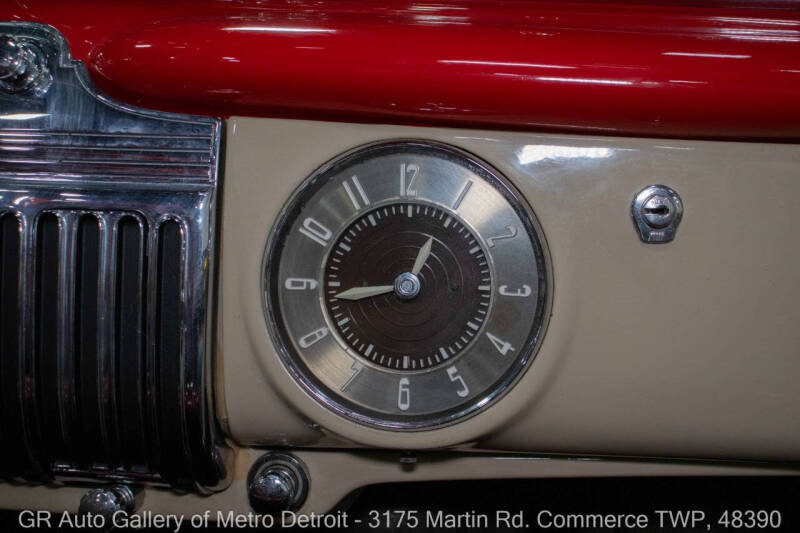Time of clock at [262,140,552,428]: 12:43
